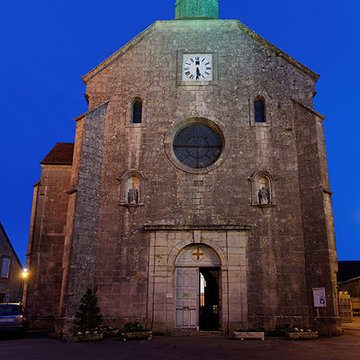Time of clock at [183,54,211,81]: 5:30
